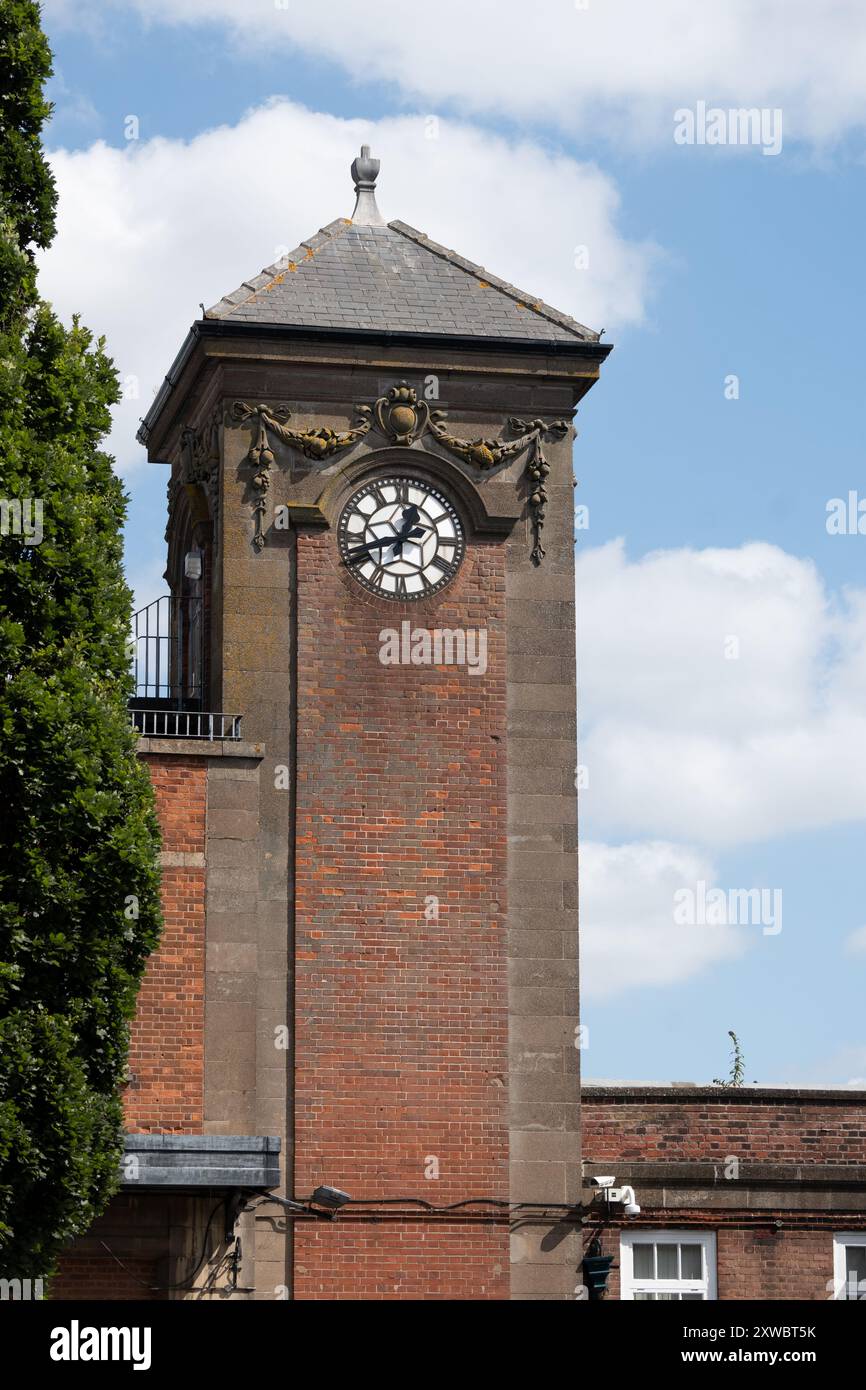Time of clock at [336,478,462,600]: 12:41
